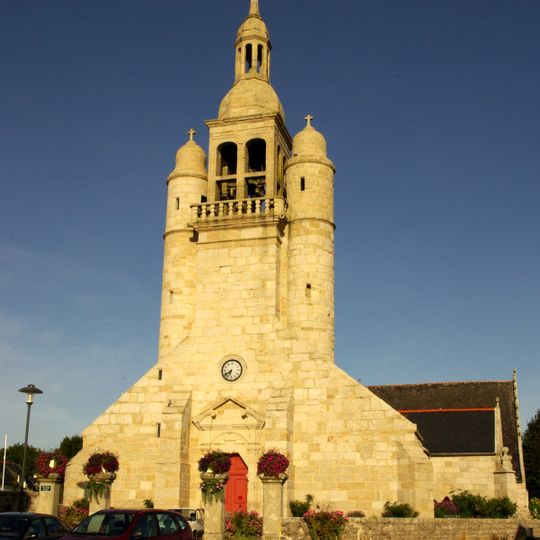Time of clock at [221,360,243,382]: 6:38
